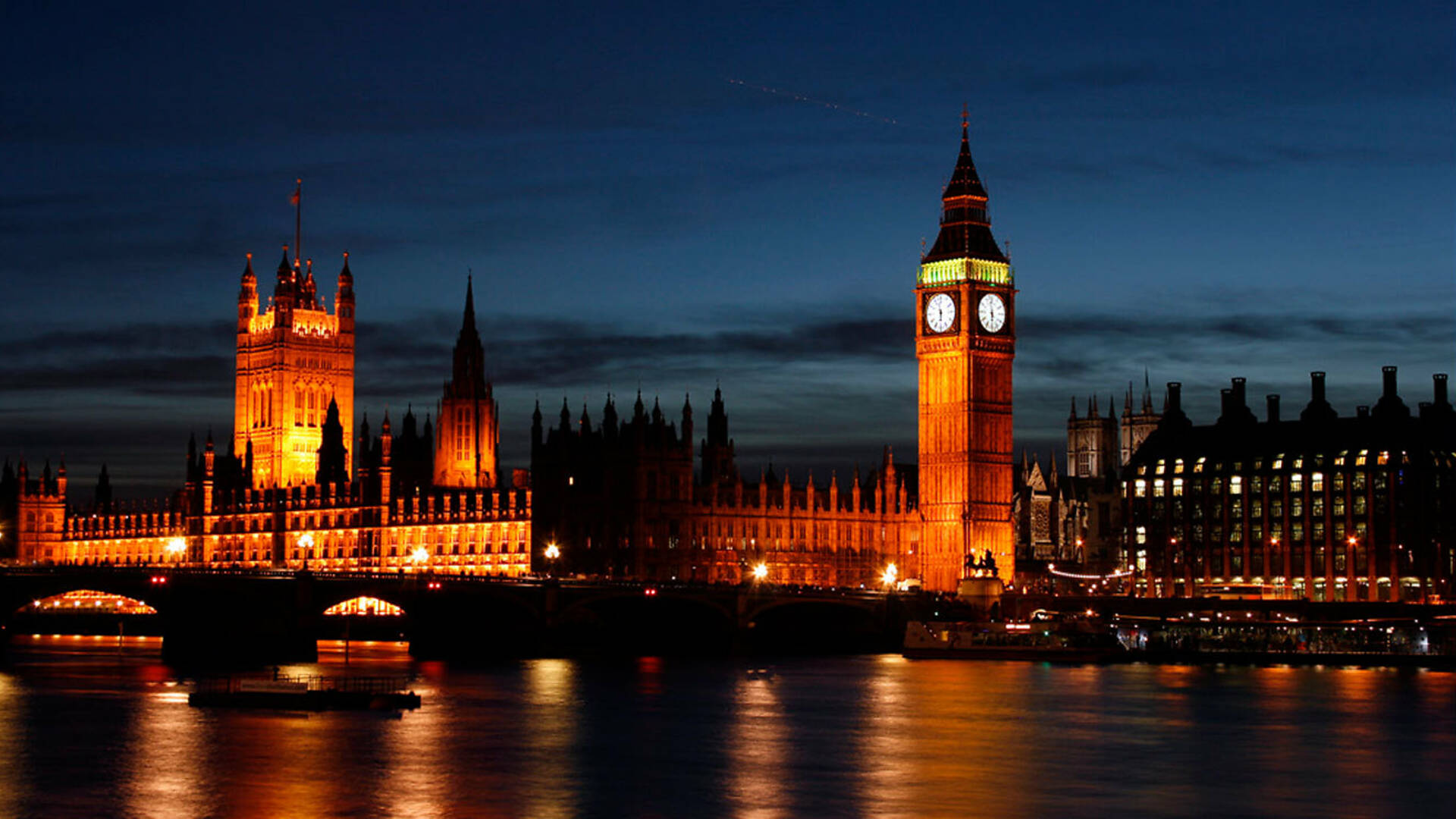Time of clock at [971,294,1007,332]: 5:58
